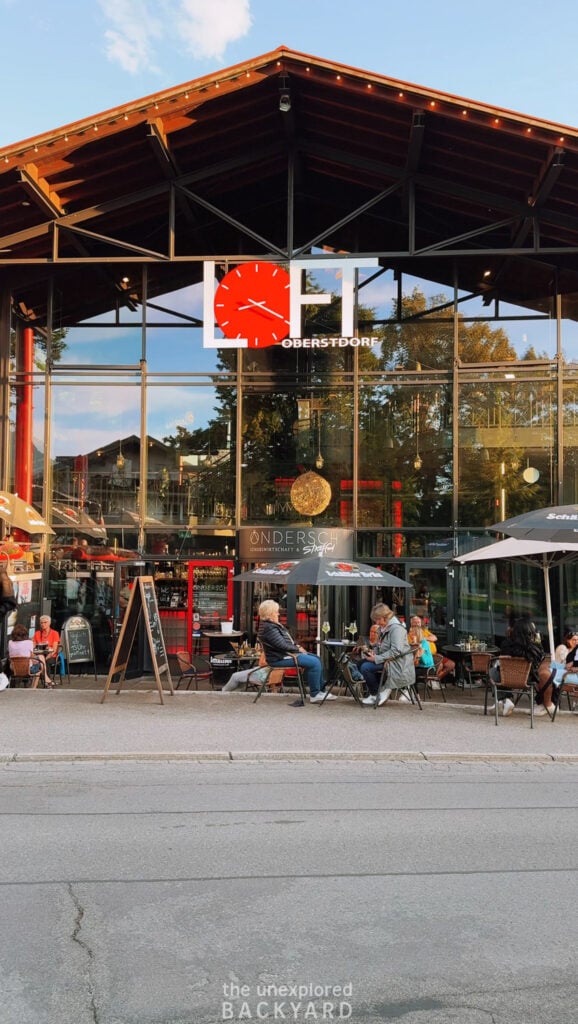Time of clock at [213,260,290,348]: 8:19
